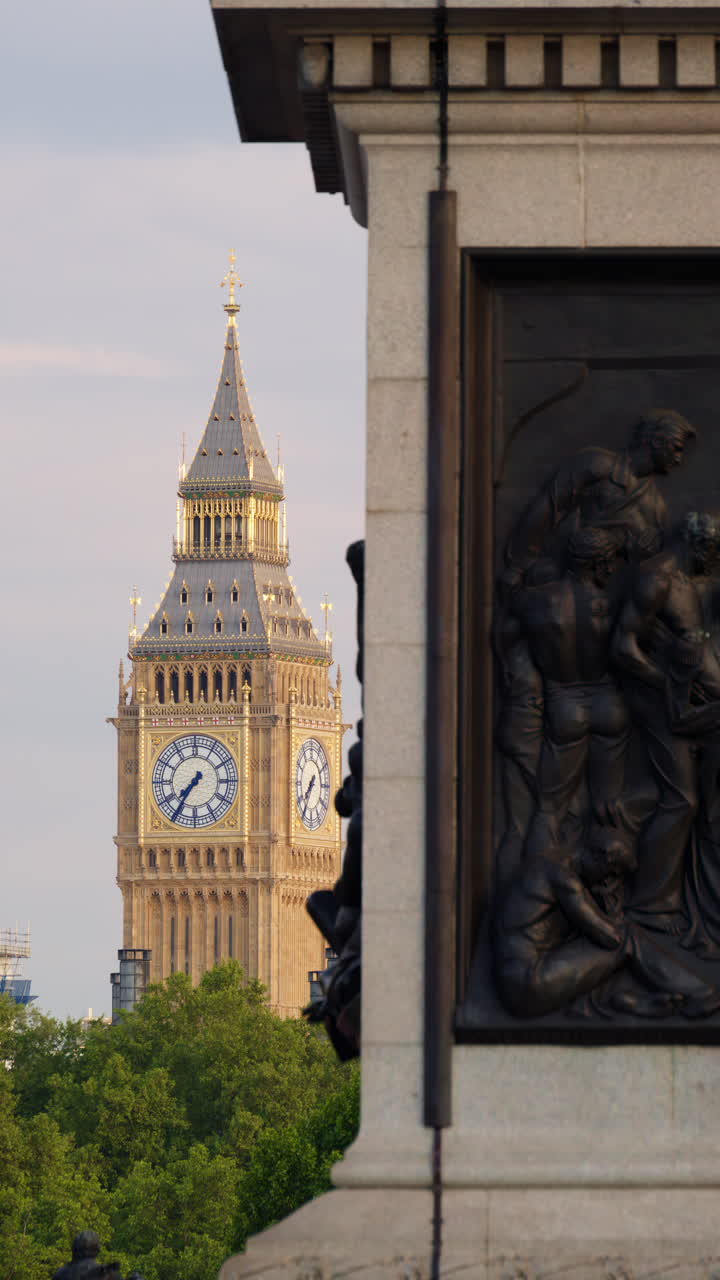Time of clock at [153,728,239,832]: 7:35
